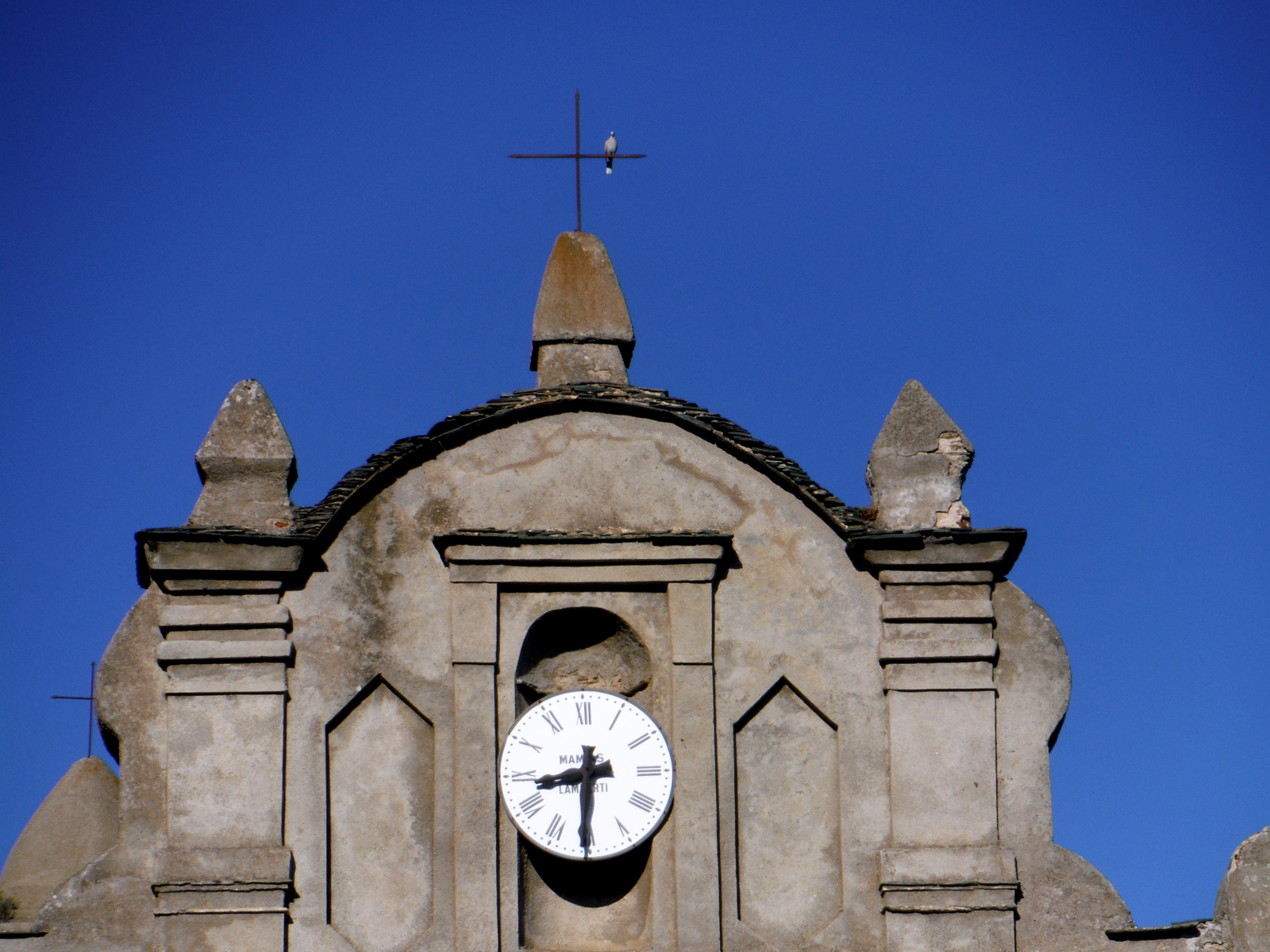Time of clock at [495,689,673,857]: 8:30
